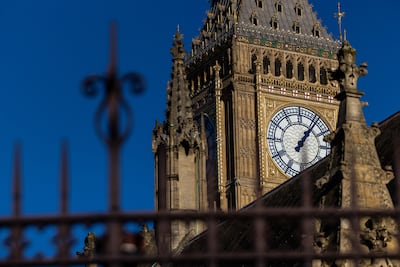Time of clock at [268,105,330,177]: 1:06
